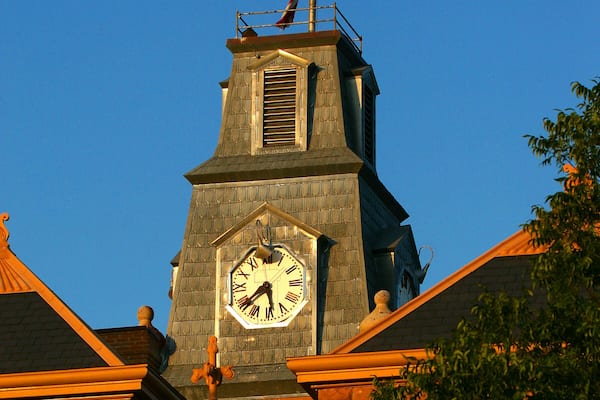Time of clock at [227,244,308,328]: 5:38
